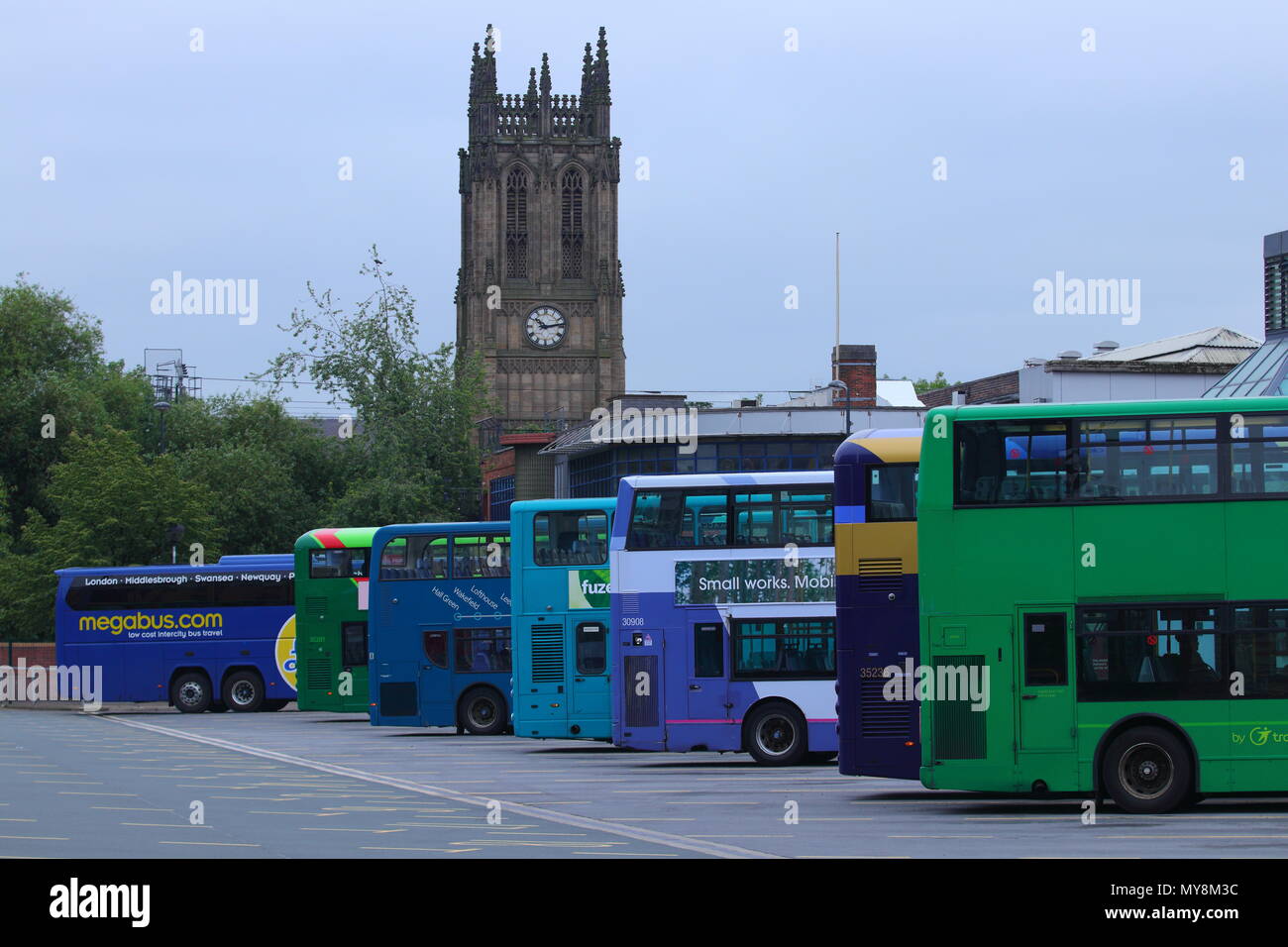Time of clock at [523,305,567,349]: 10:13
